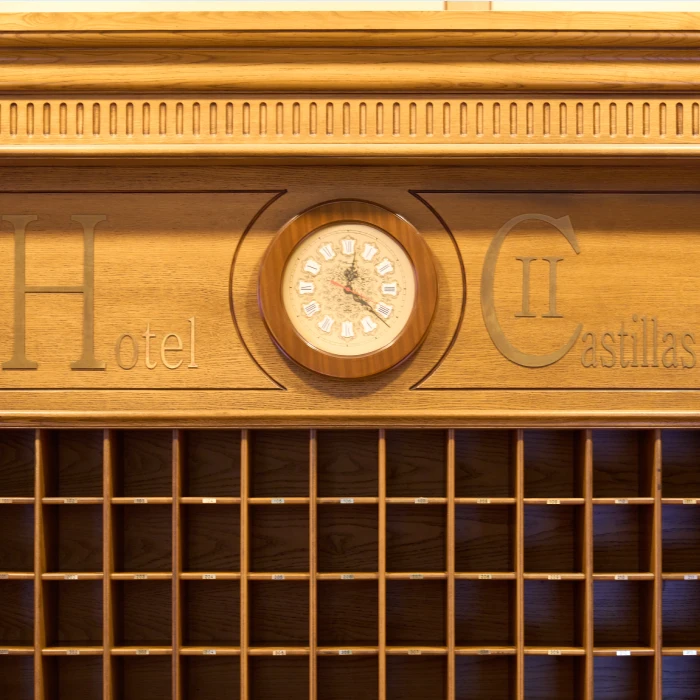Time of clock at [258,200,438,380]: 12:21
